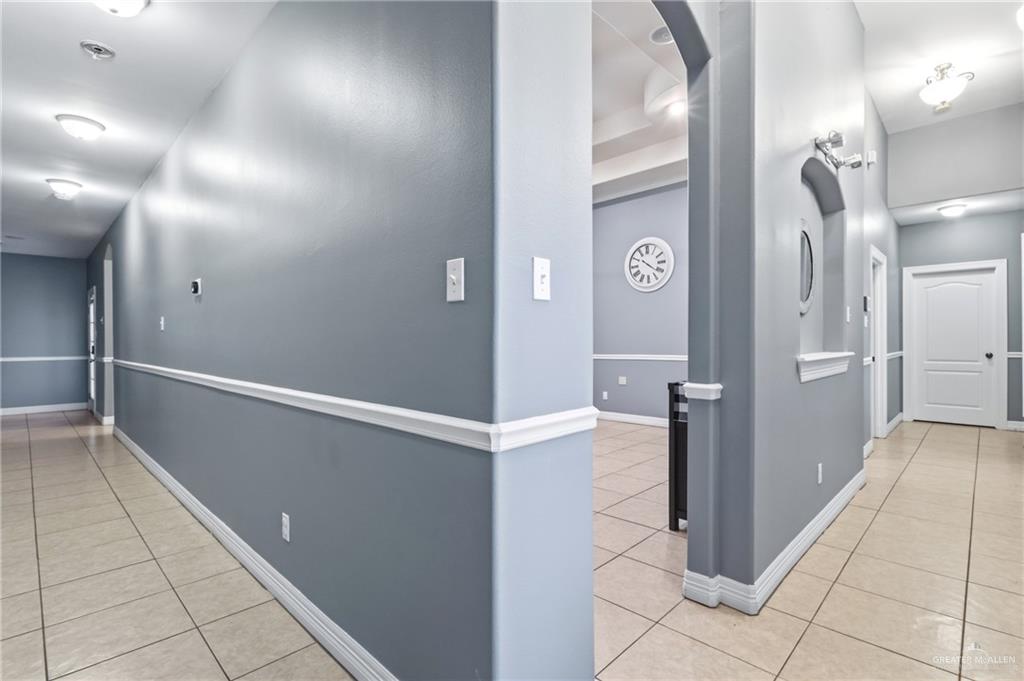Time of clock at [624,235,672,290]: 10:20
